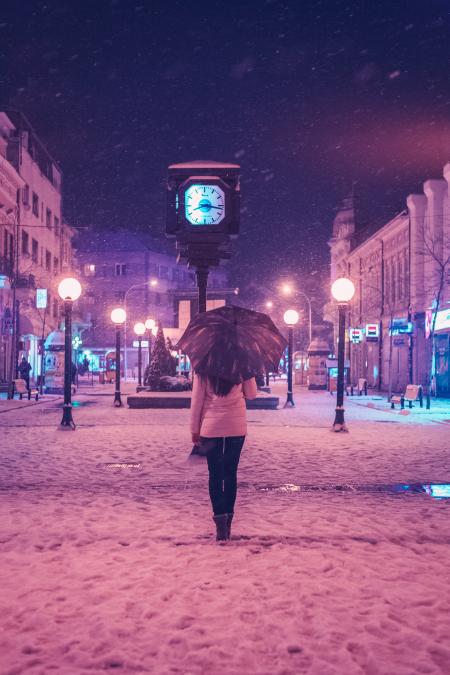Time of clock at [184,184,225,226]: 8:16
